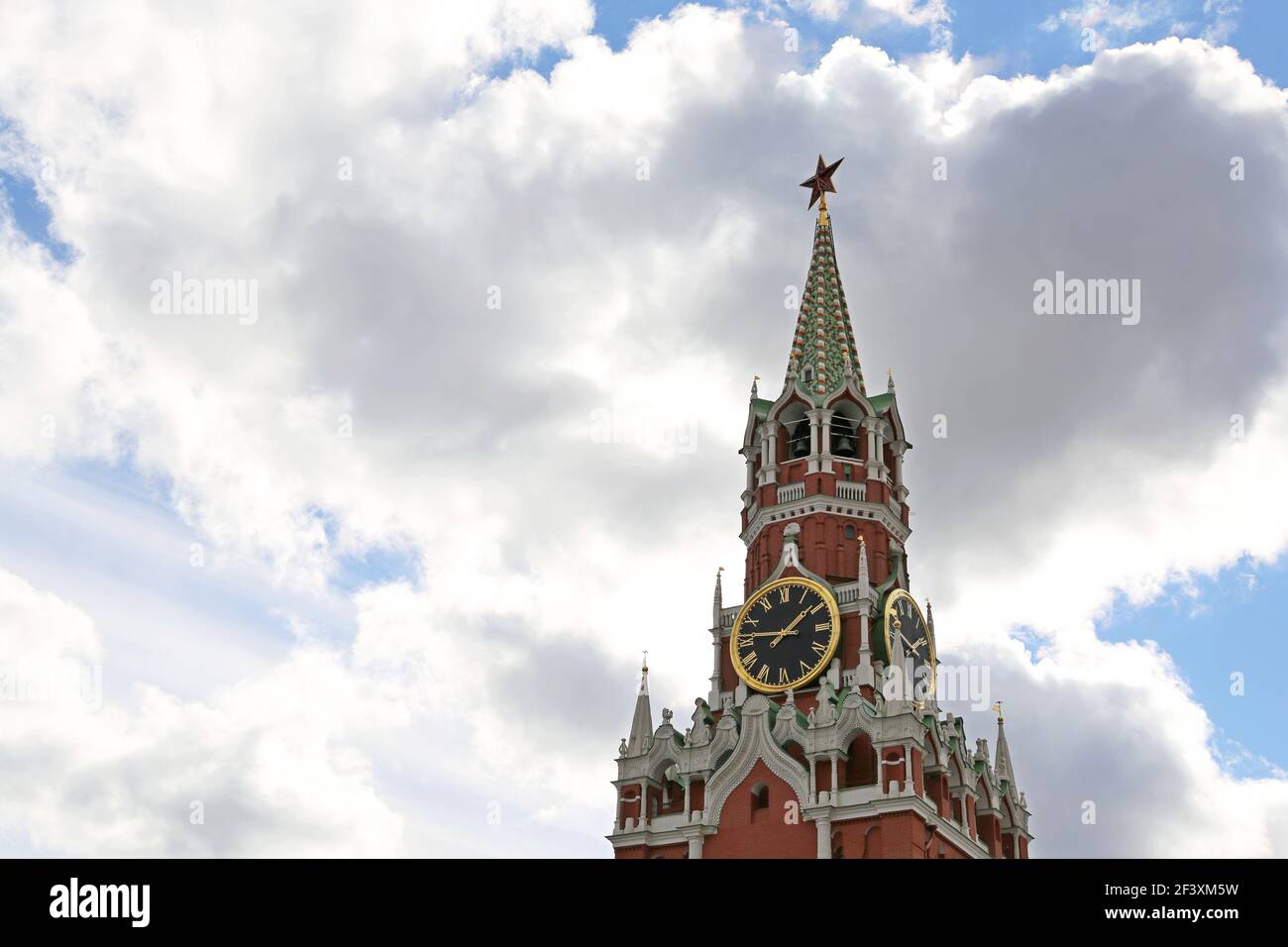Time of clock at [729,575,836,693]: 1:46
